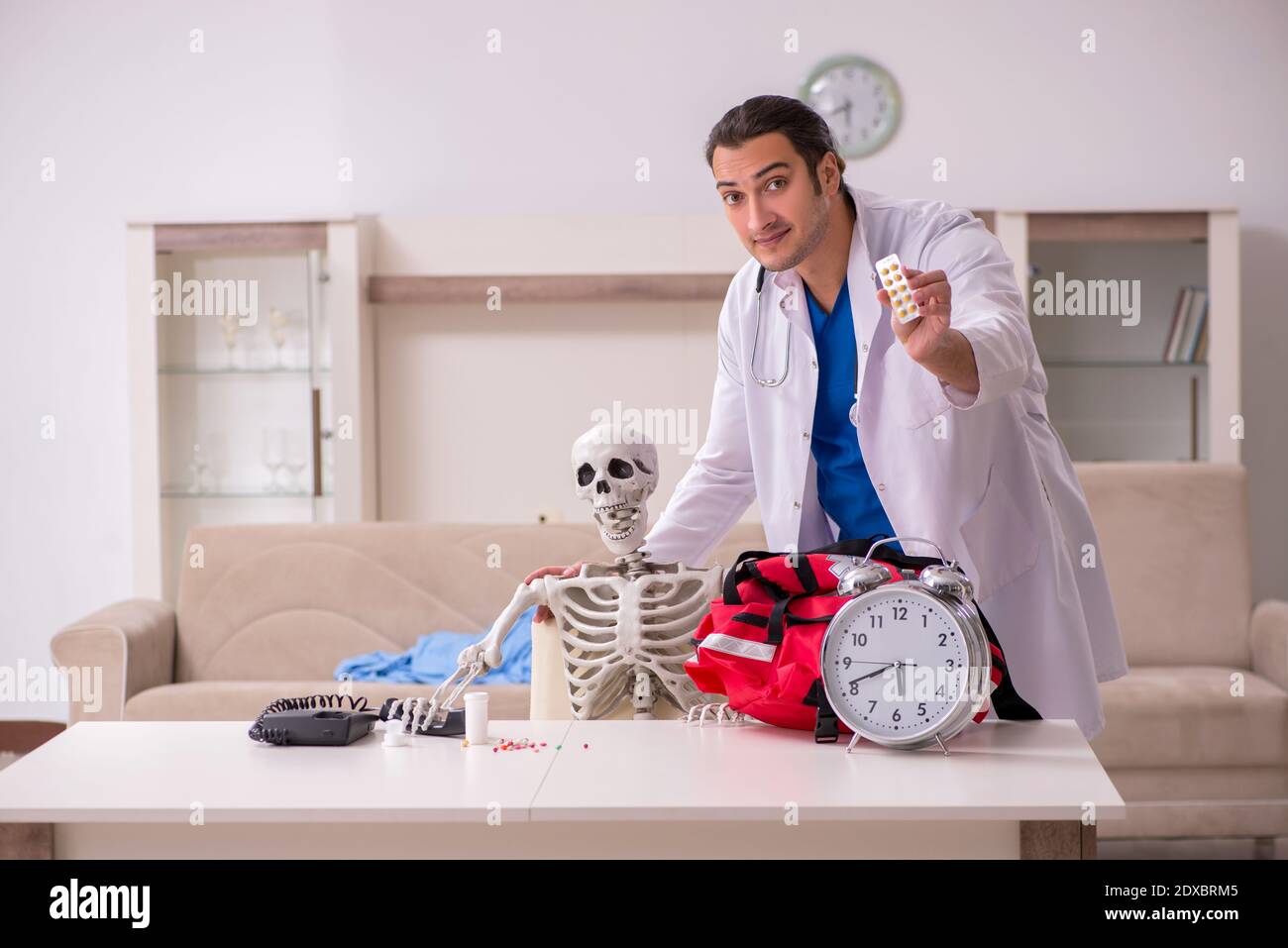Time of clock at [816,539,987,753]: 5:41
